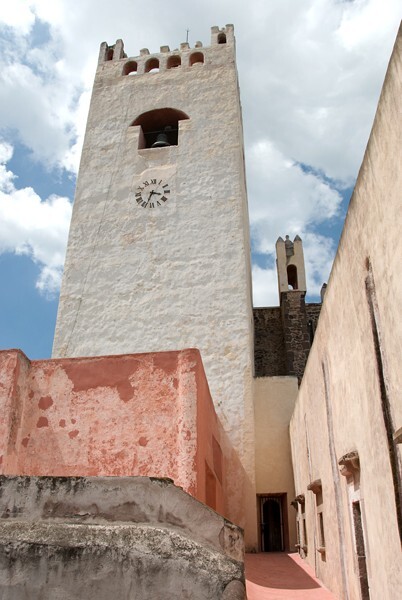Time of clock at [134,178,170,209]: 3:33
